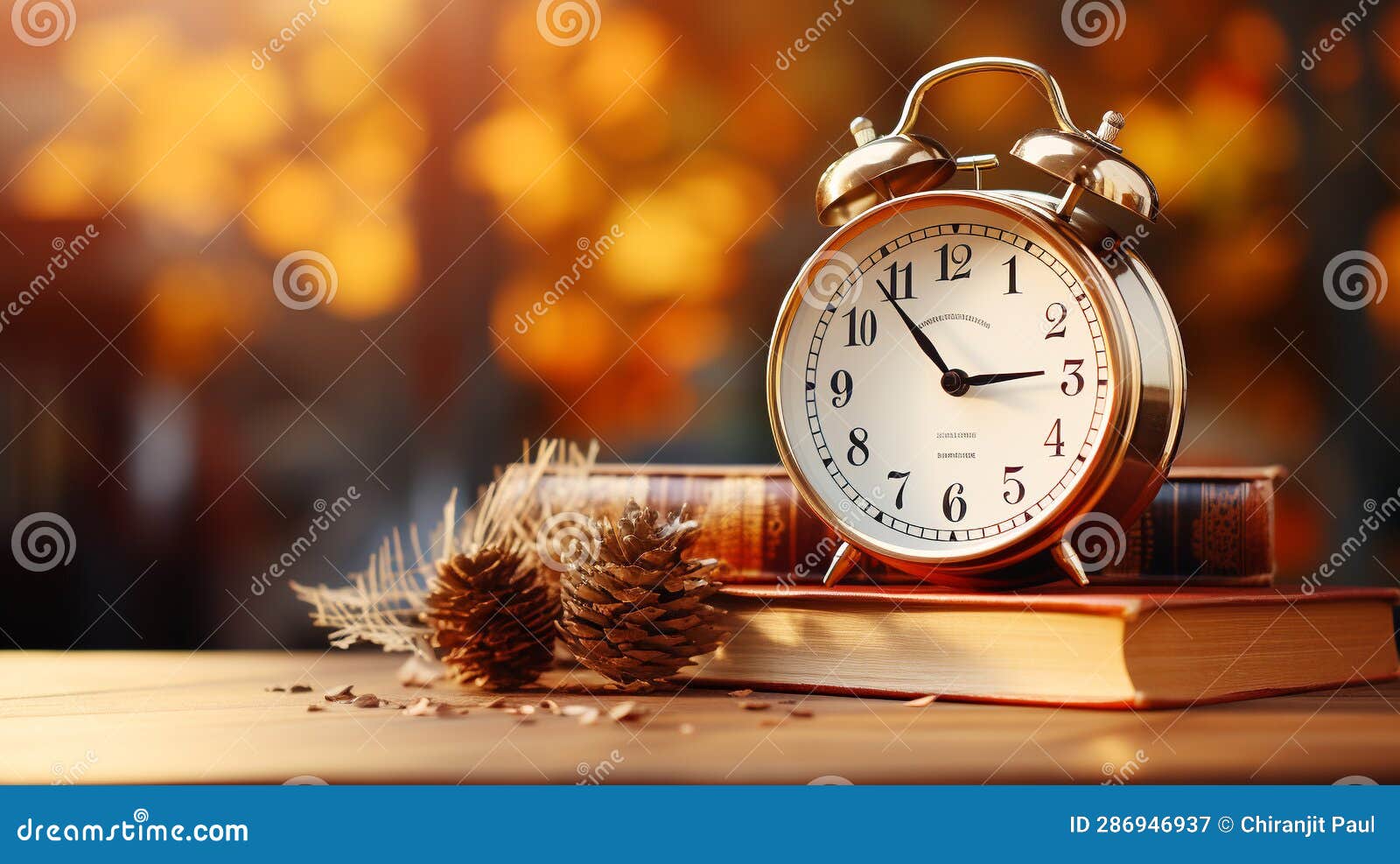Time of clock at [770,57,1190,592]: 2:53
